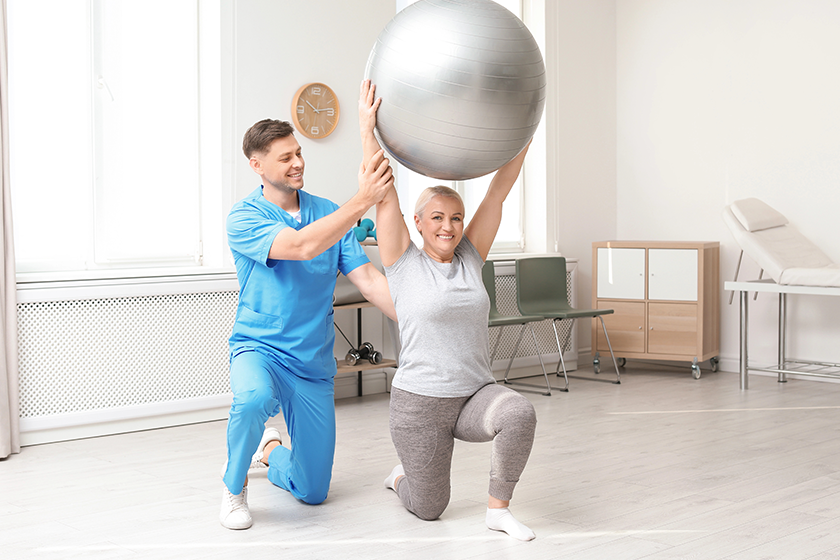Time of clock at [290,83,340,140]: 10:13
